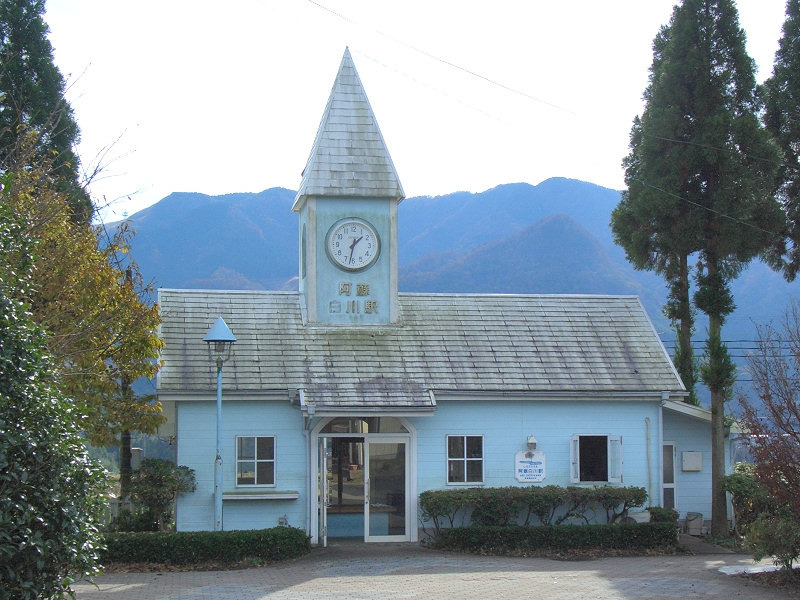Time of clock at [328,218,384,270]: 1:32
